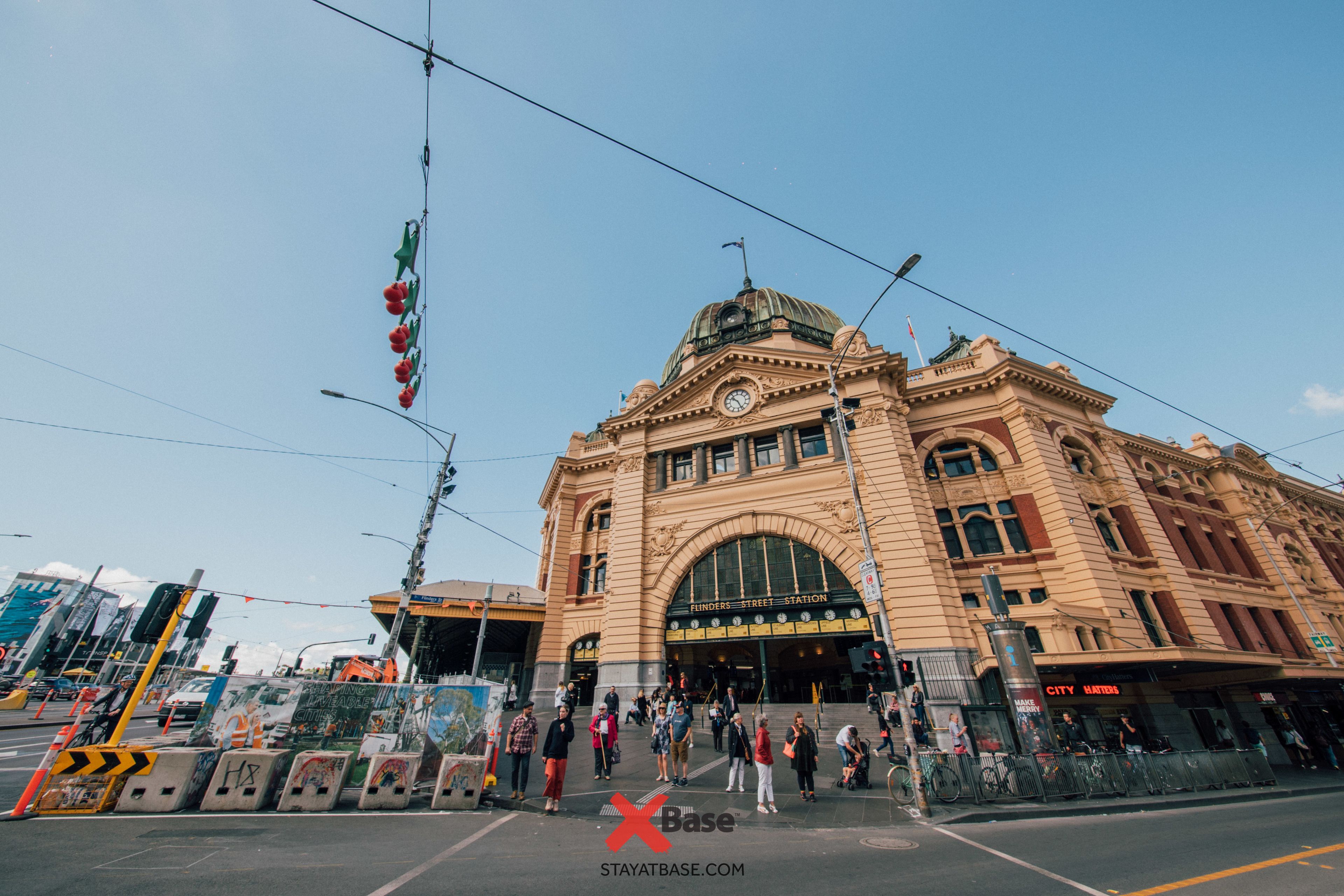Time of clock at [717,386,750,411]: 10:26
